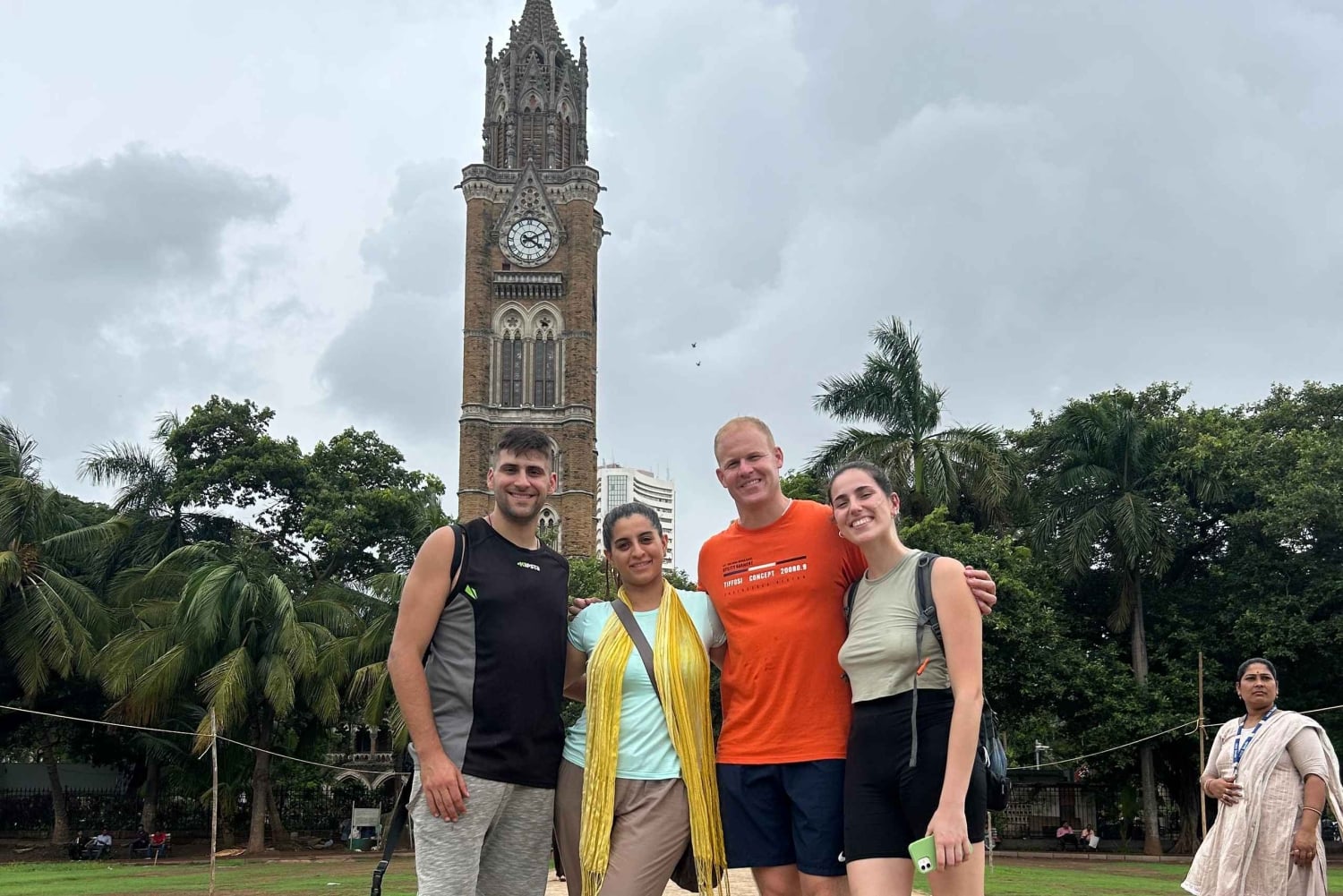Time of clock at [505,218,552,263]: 4:10
